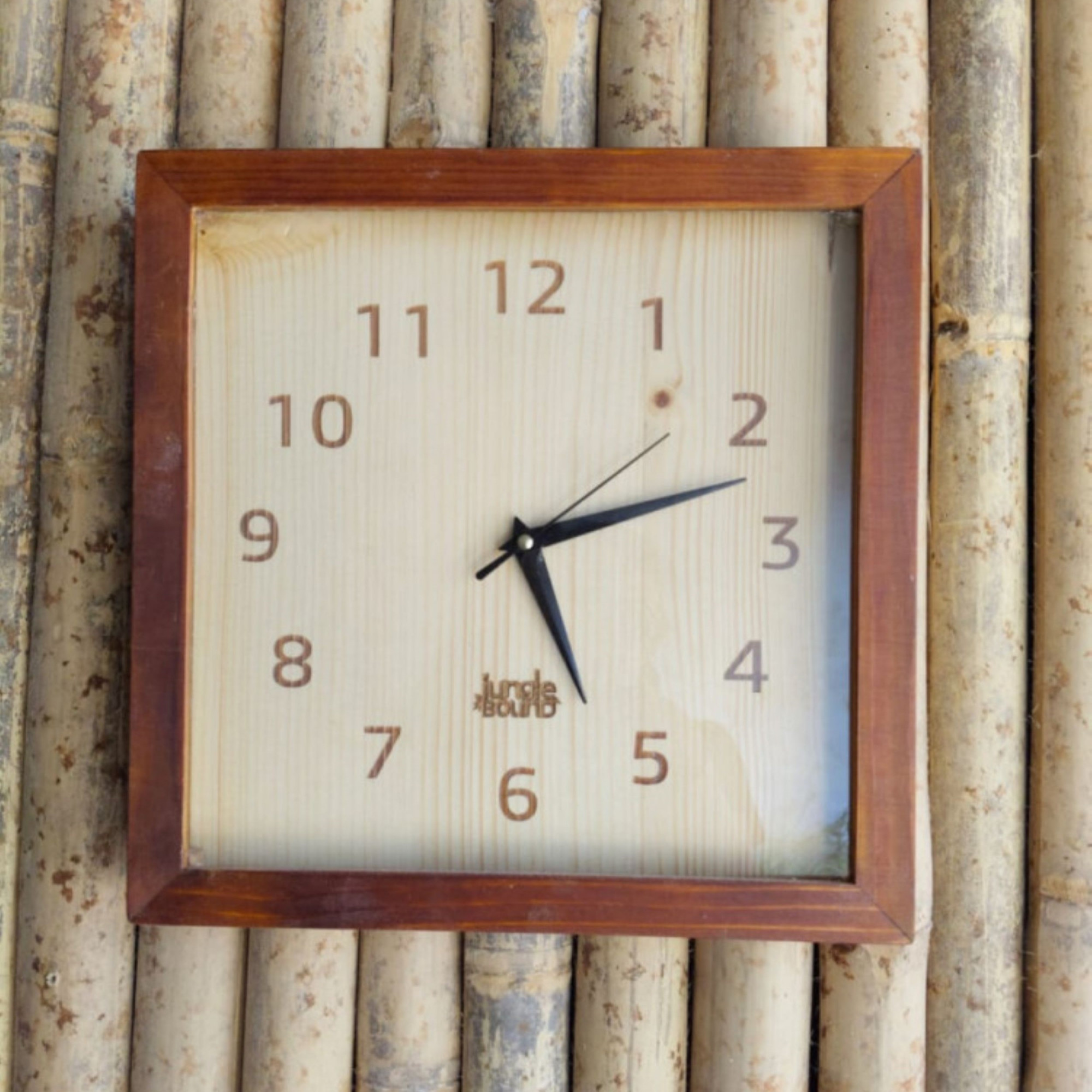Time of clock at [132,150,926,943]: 5:12
